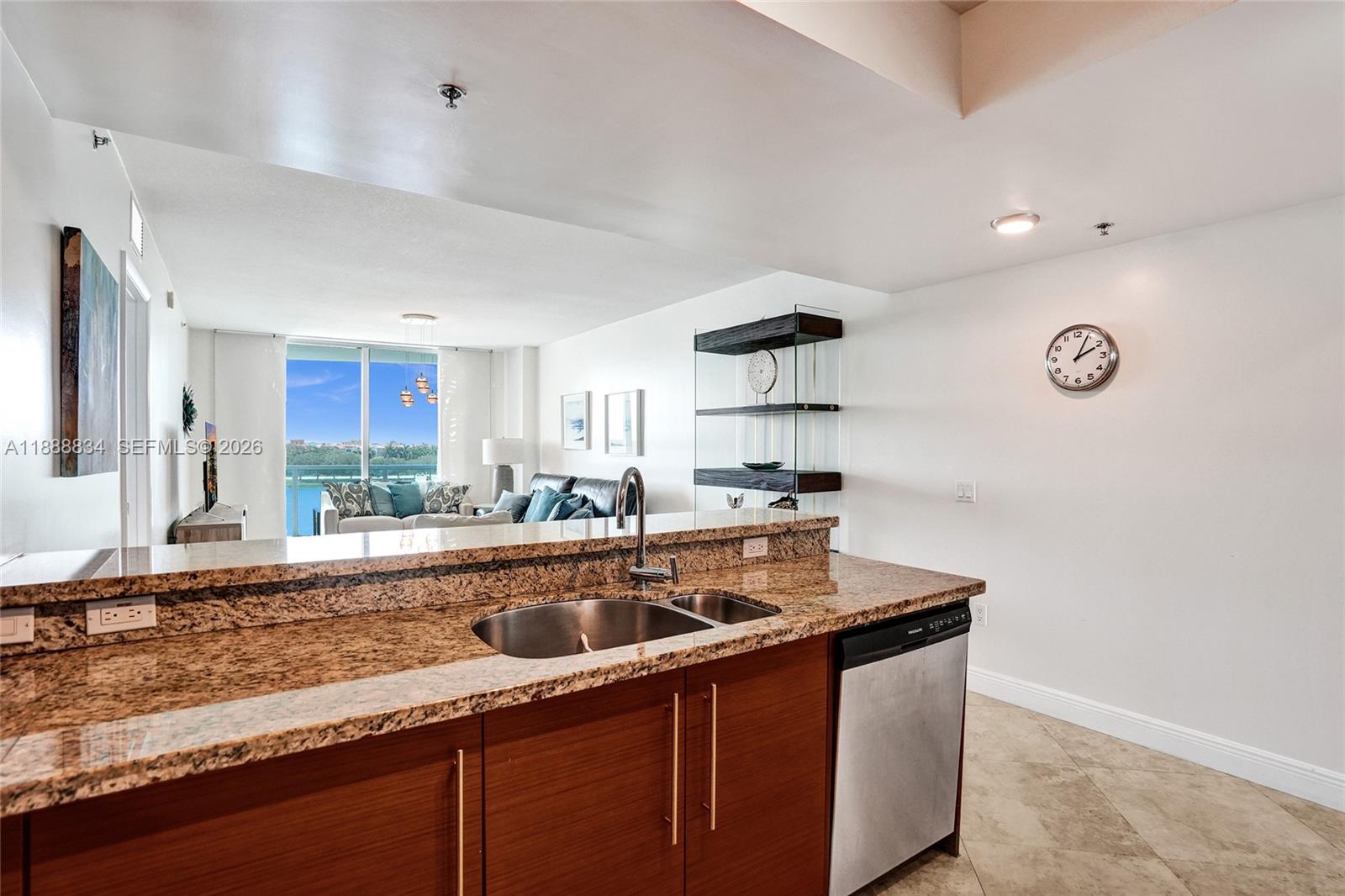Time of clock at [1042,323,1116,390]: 2:04
